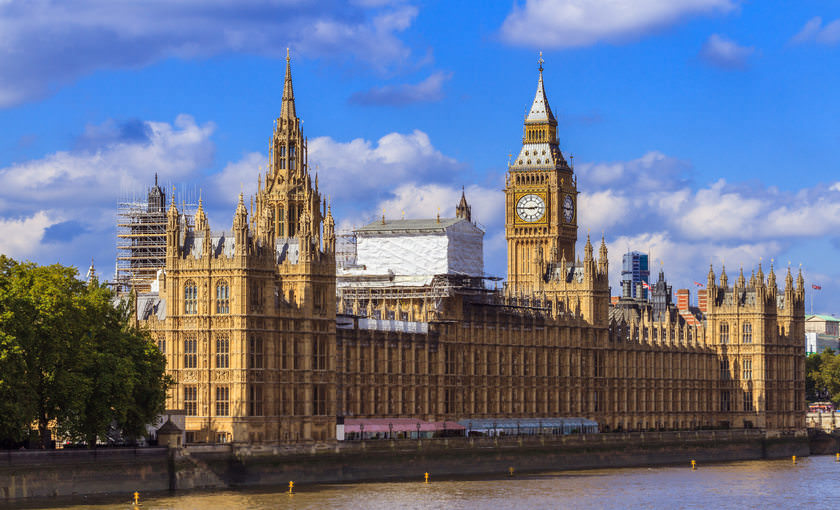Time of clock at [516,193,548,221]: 2:45
